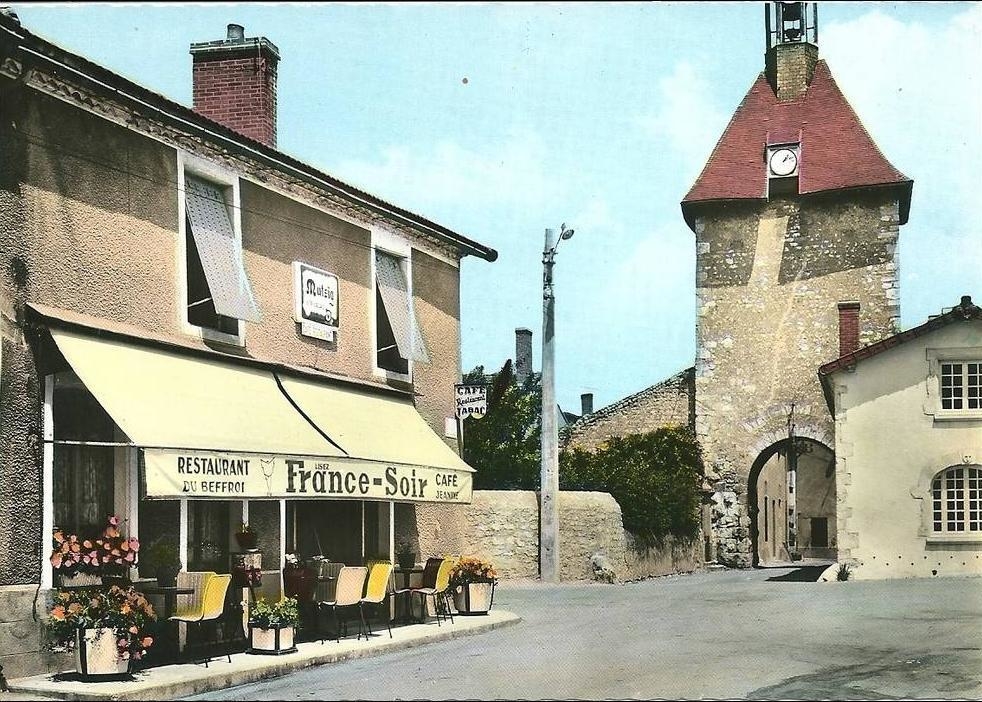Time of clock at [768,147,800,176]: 1:11
